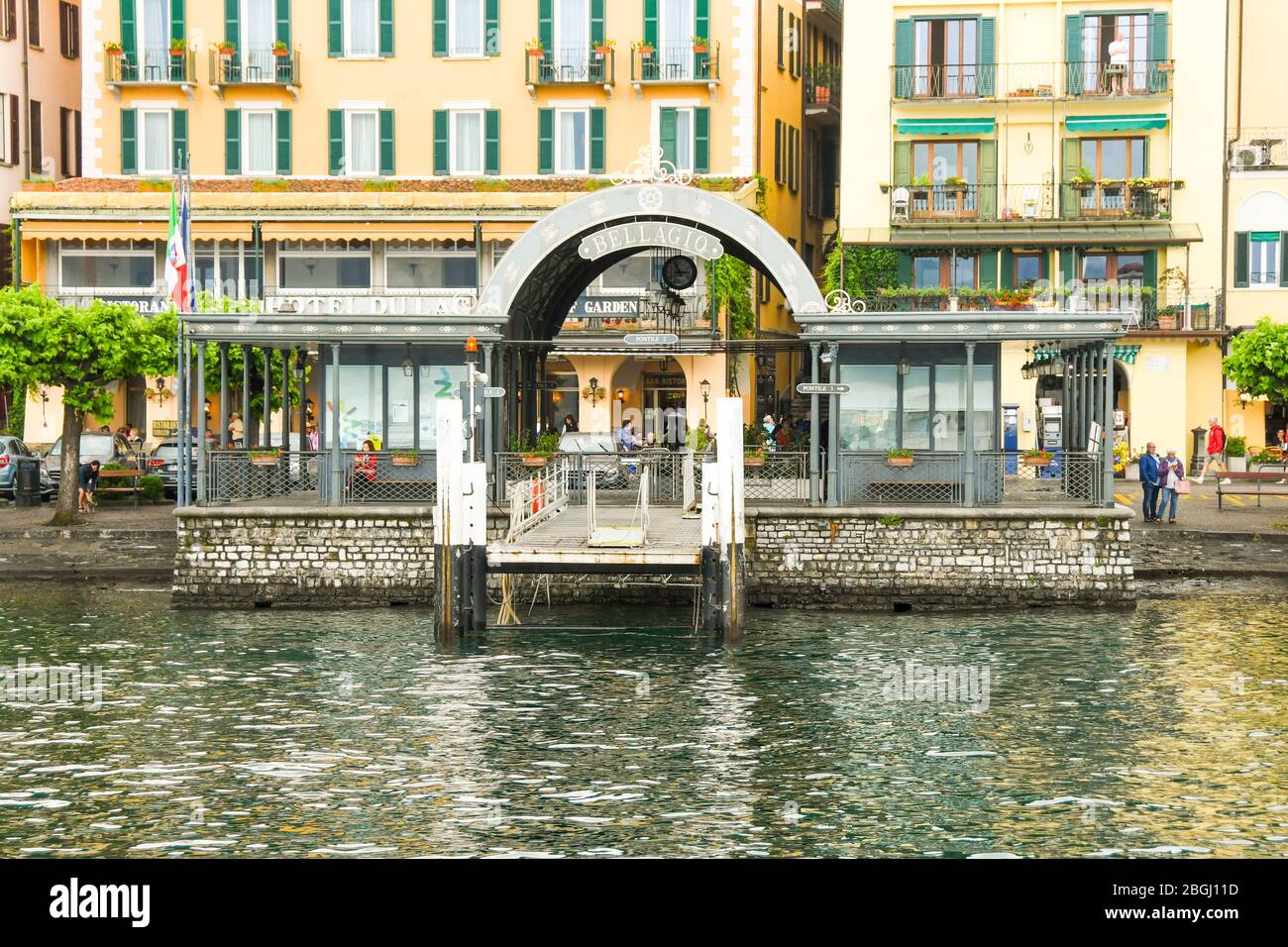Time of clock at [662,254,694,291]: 2:56
